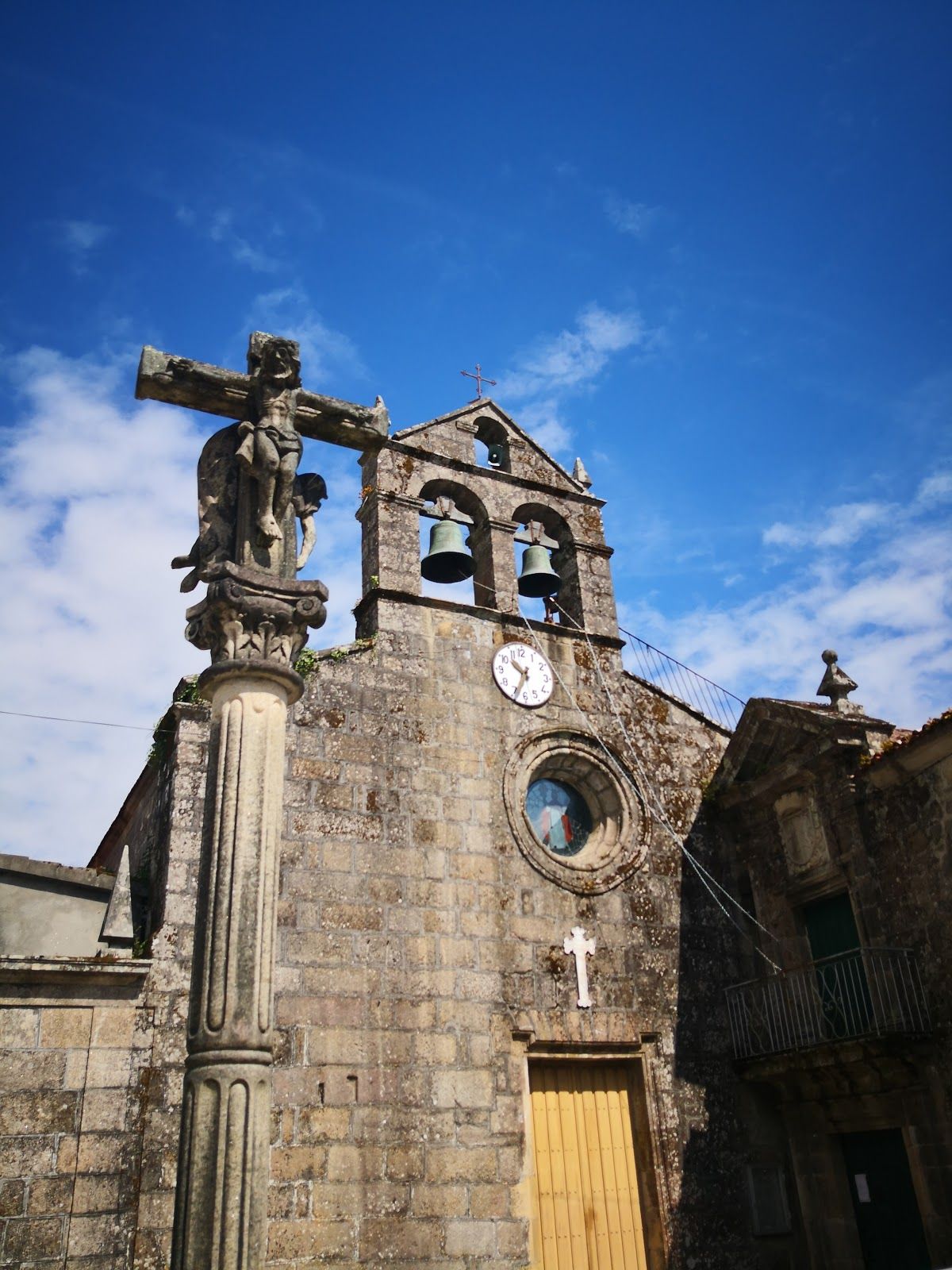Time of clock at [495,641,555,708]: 10:34
